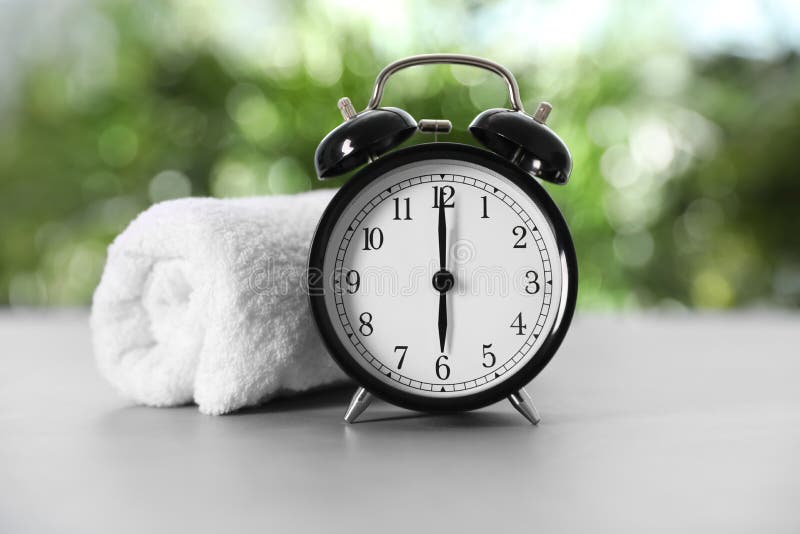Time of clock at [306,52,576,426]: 6:00
